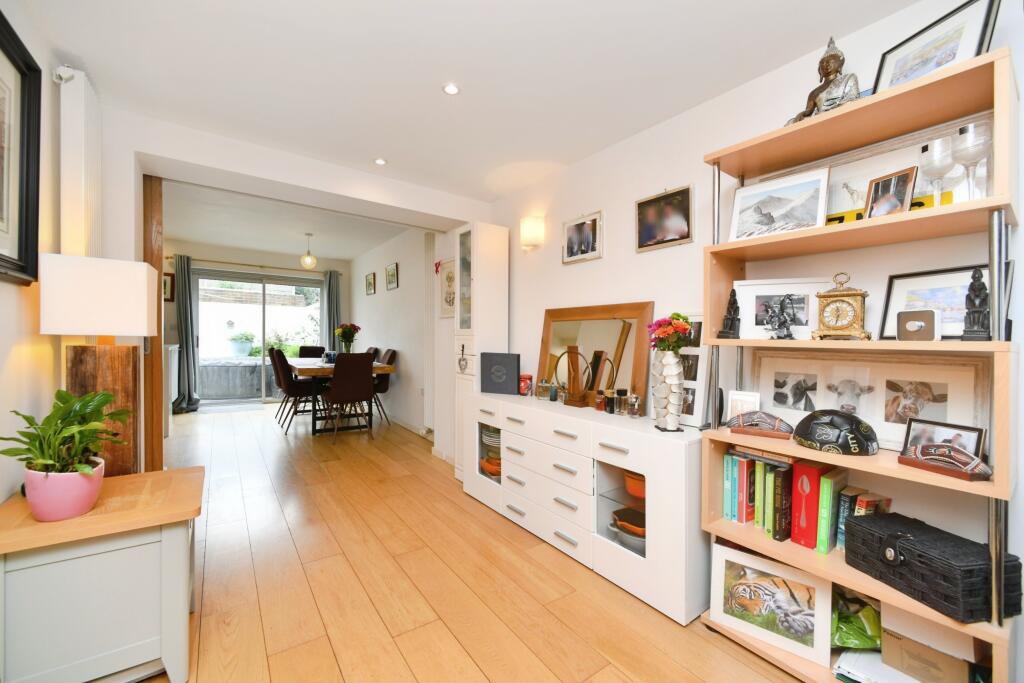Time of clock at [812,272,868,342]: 11:32
